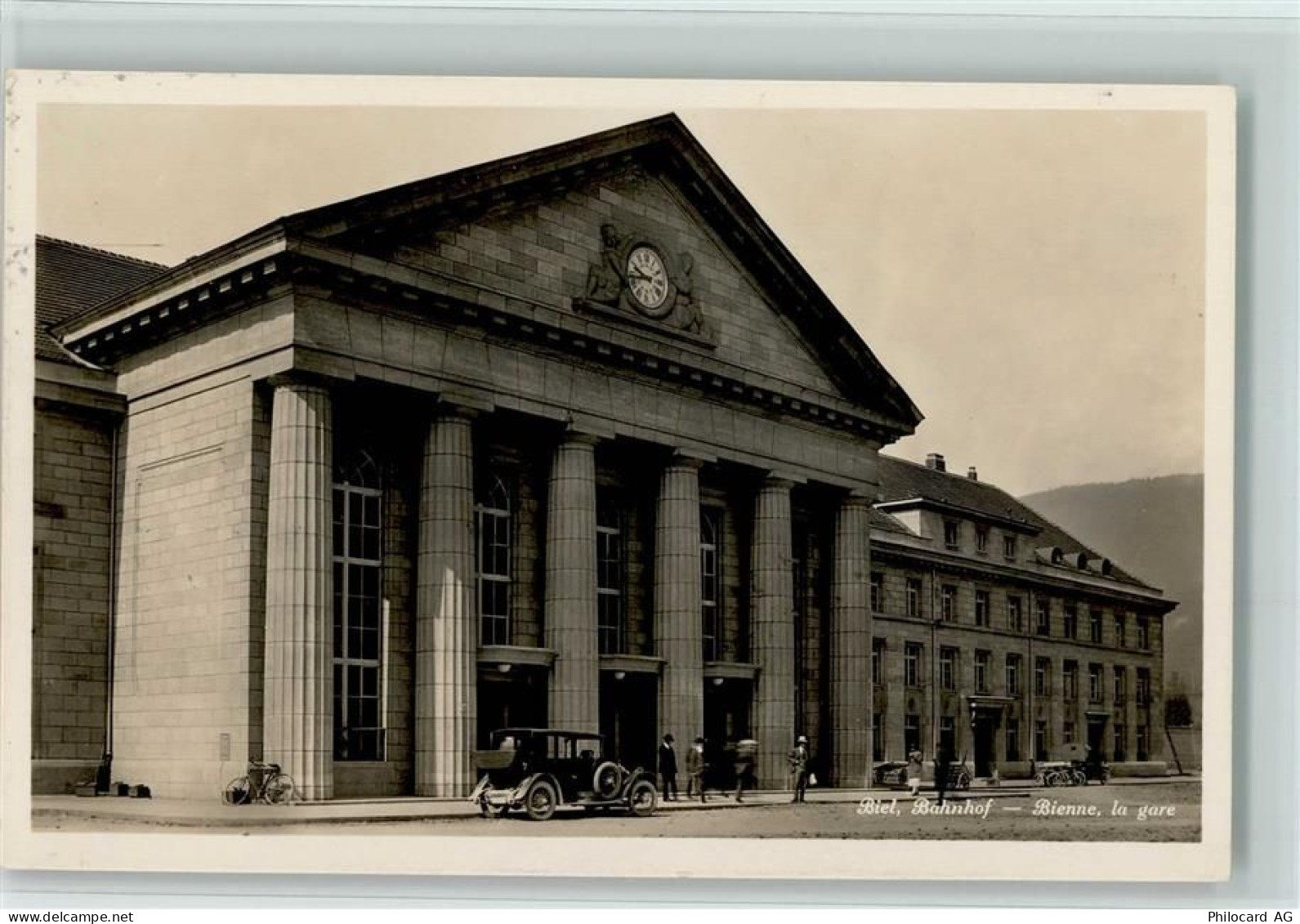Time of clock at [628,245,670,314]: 9:43
